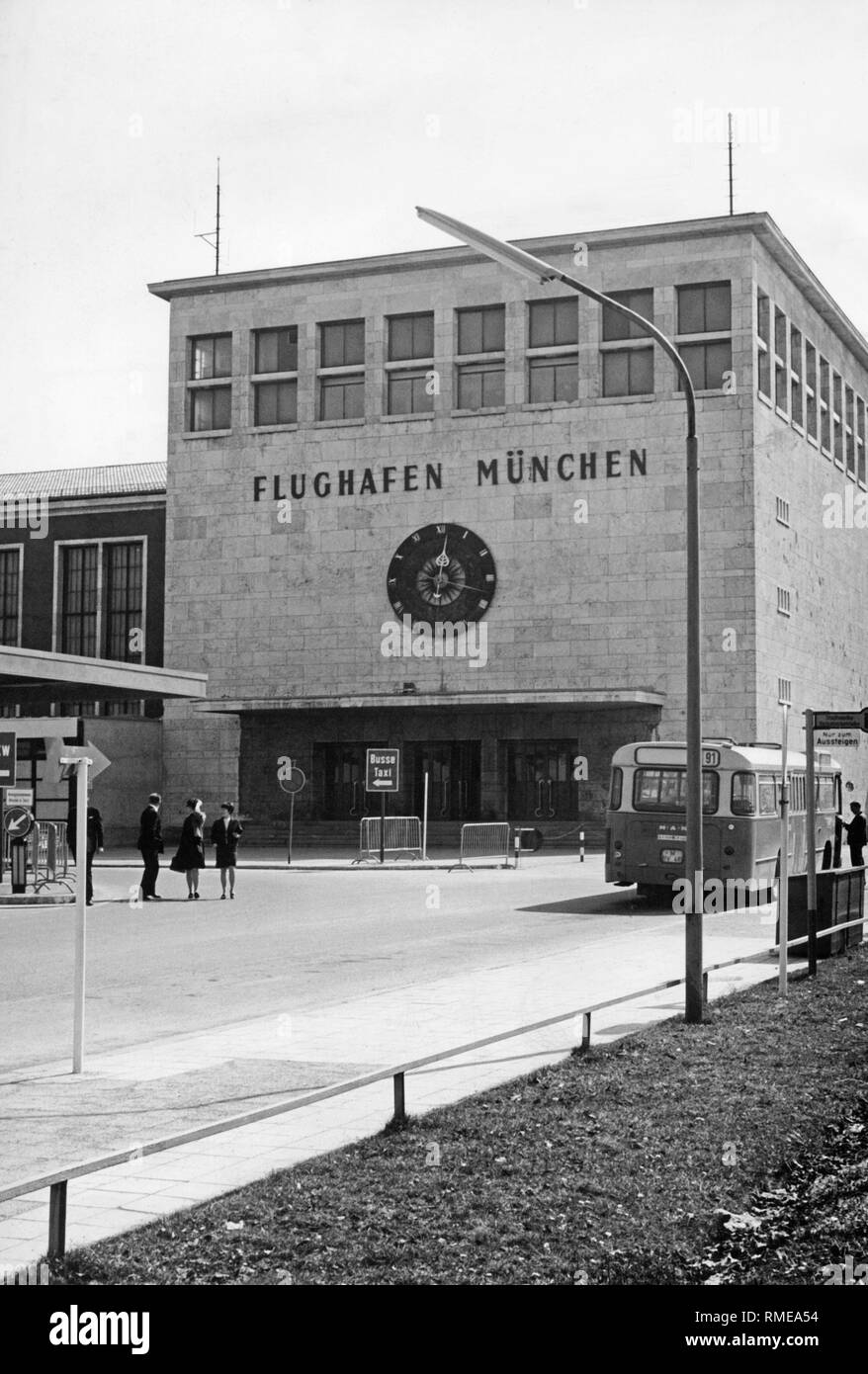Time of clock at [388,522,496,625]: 12:01
